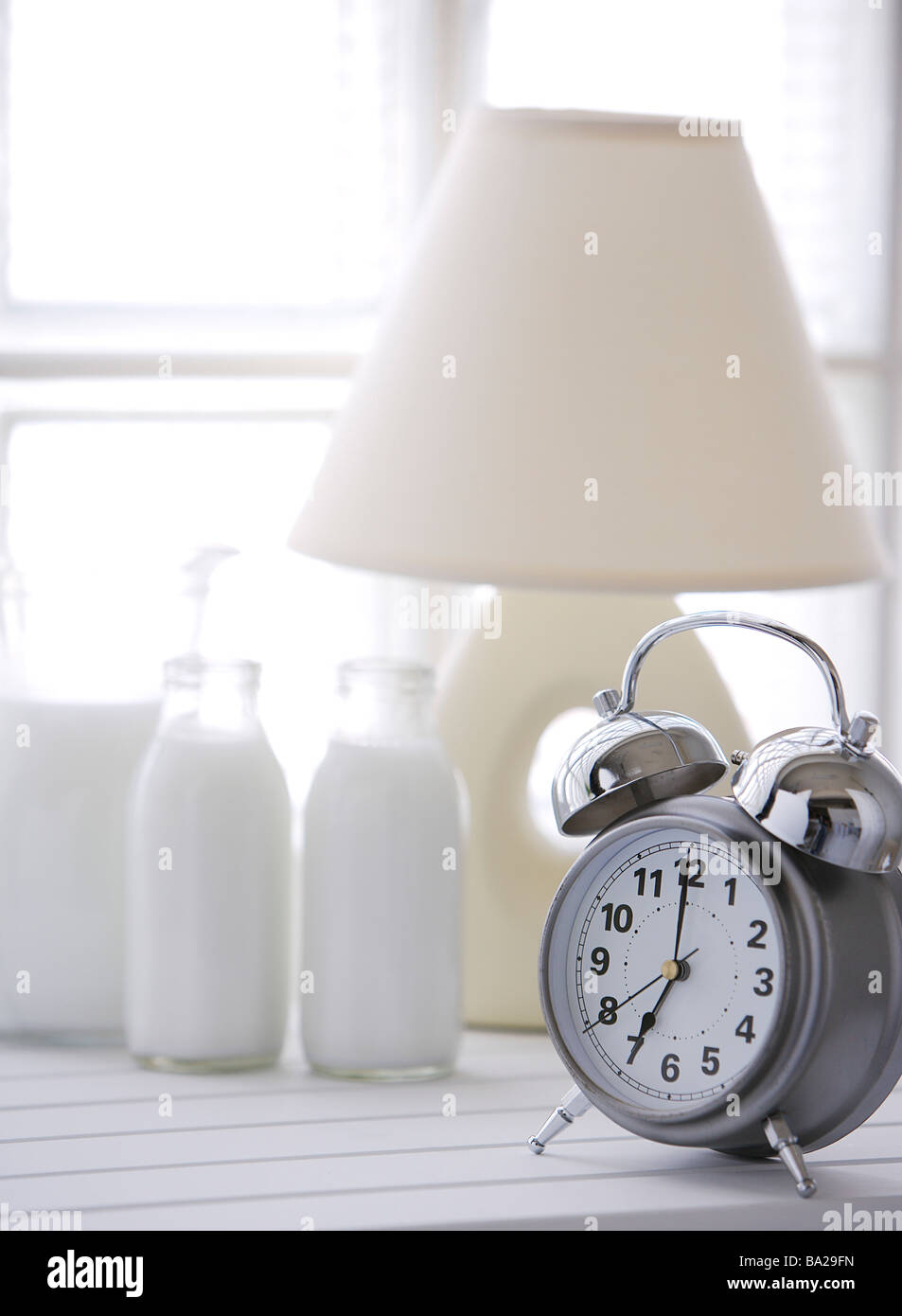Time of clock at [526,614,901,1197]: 7:00
